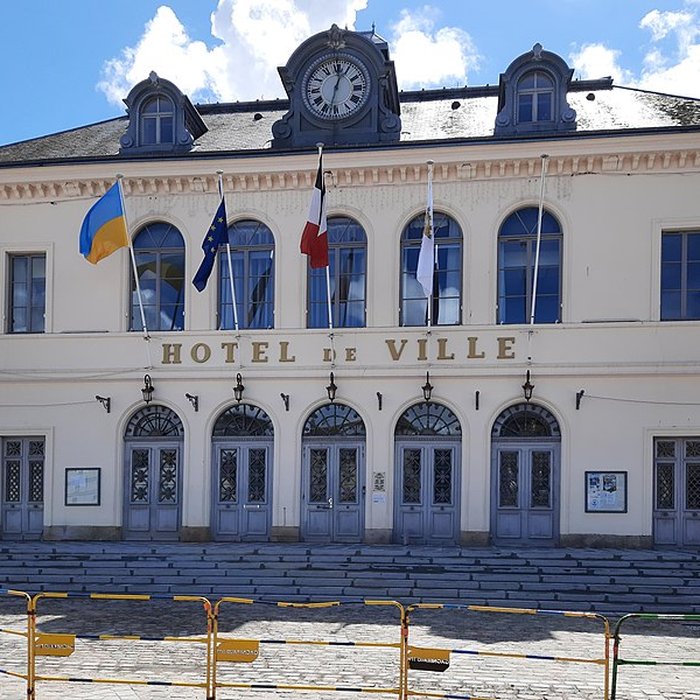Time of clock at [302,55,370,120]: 12:32
